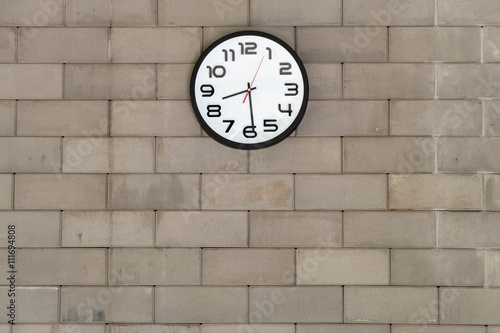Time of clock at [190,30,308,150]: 8:29
